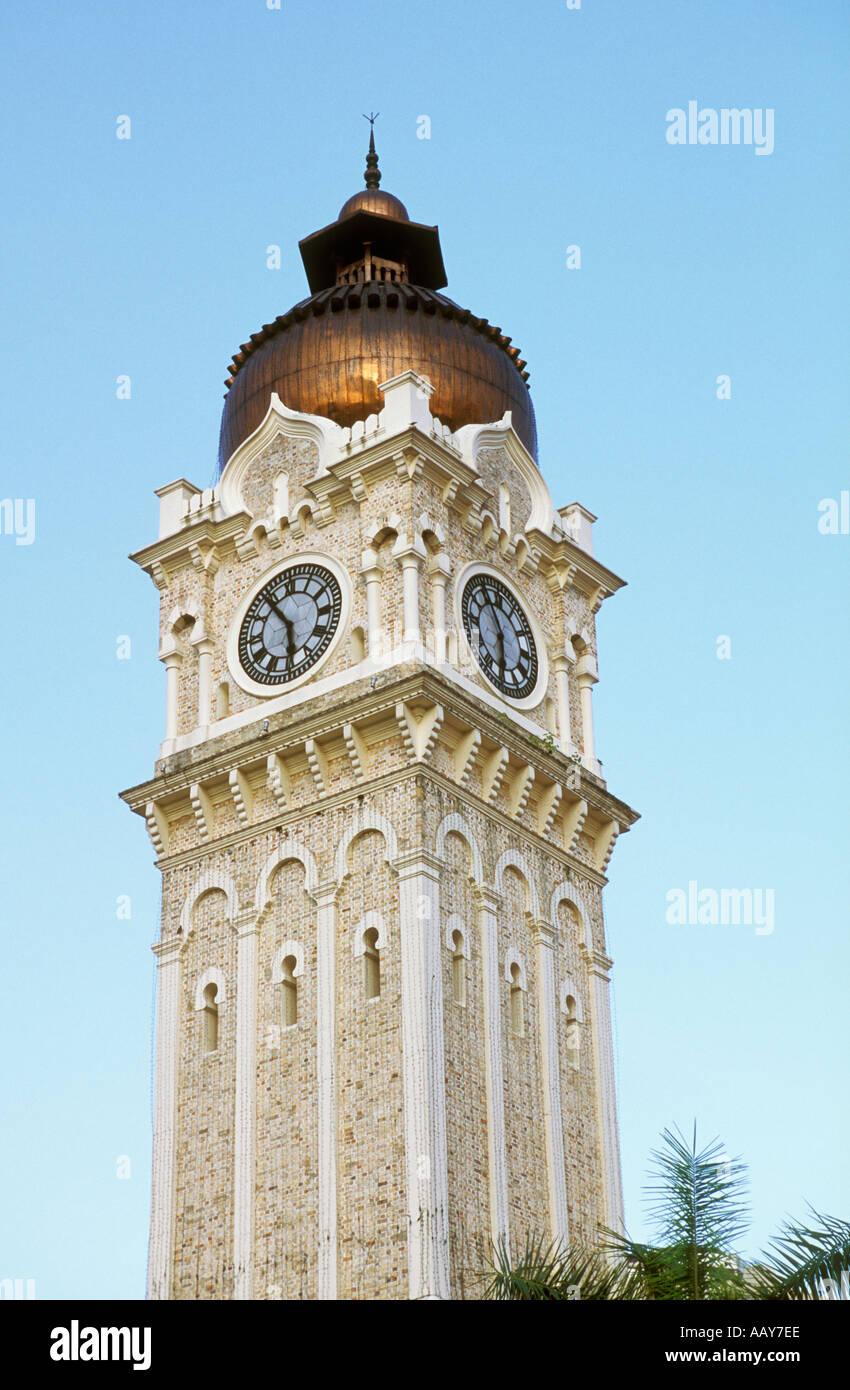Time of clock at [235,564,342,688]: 5:53
